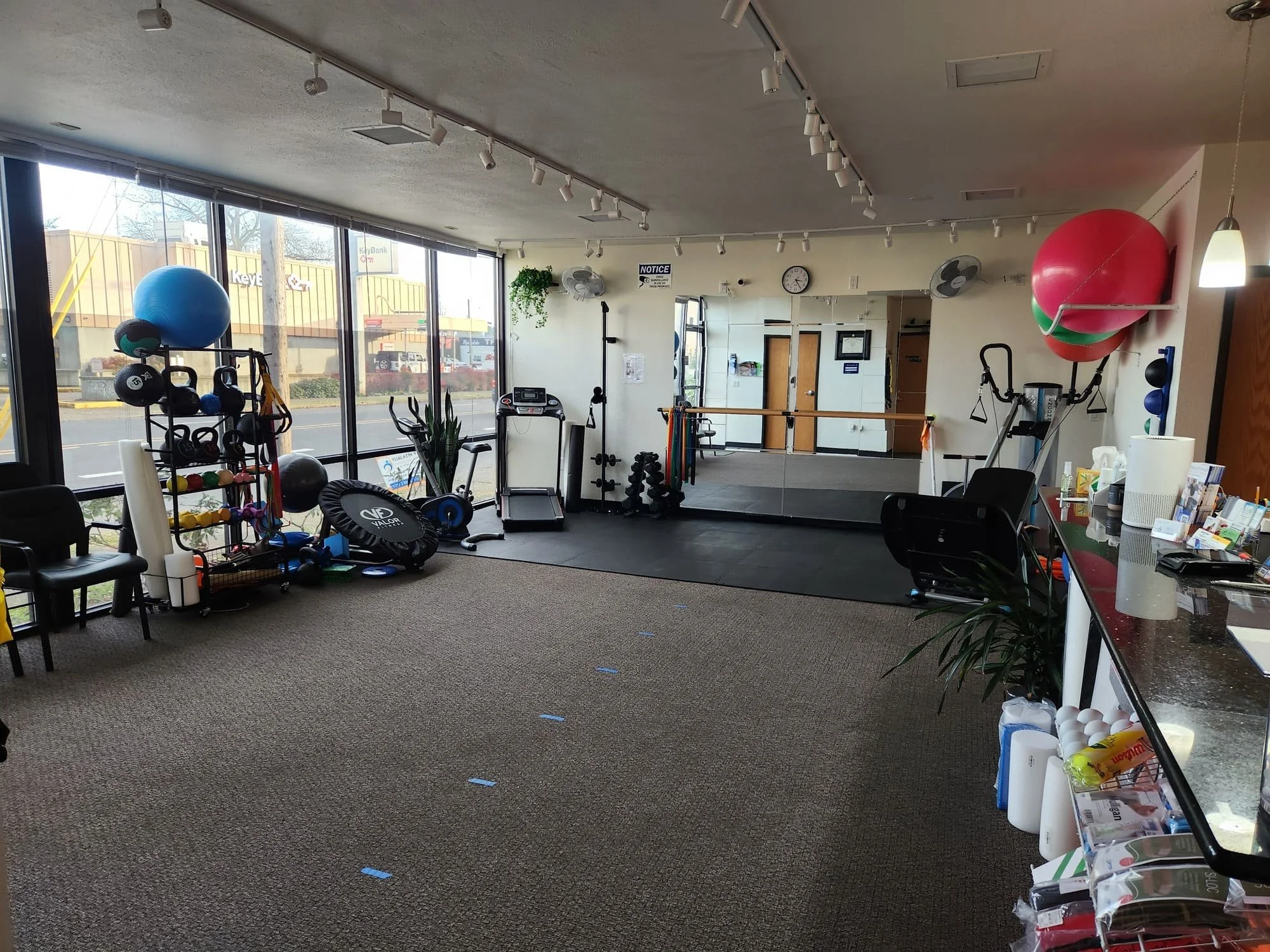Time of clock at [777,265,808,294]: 3:24
